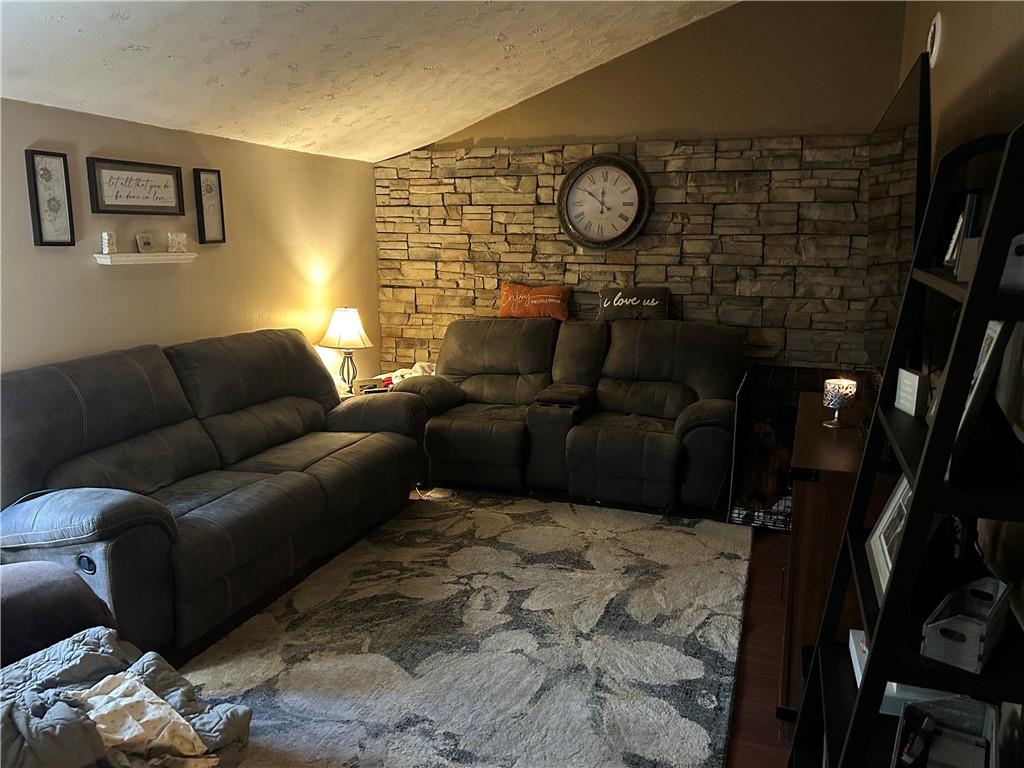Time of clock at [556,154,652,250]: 11:50
